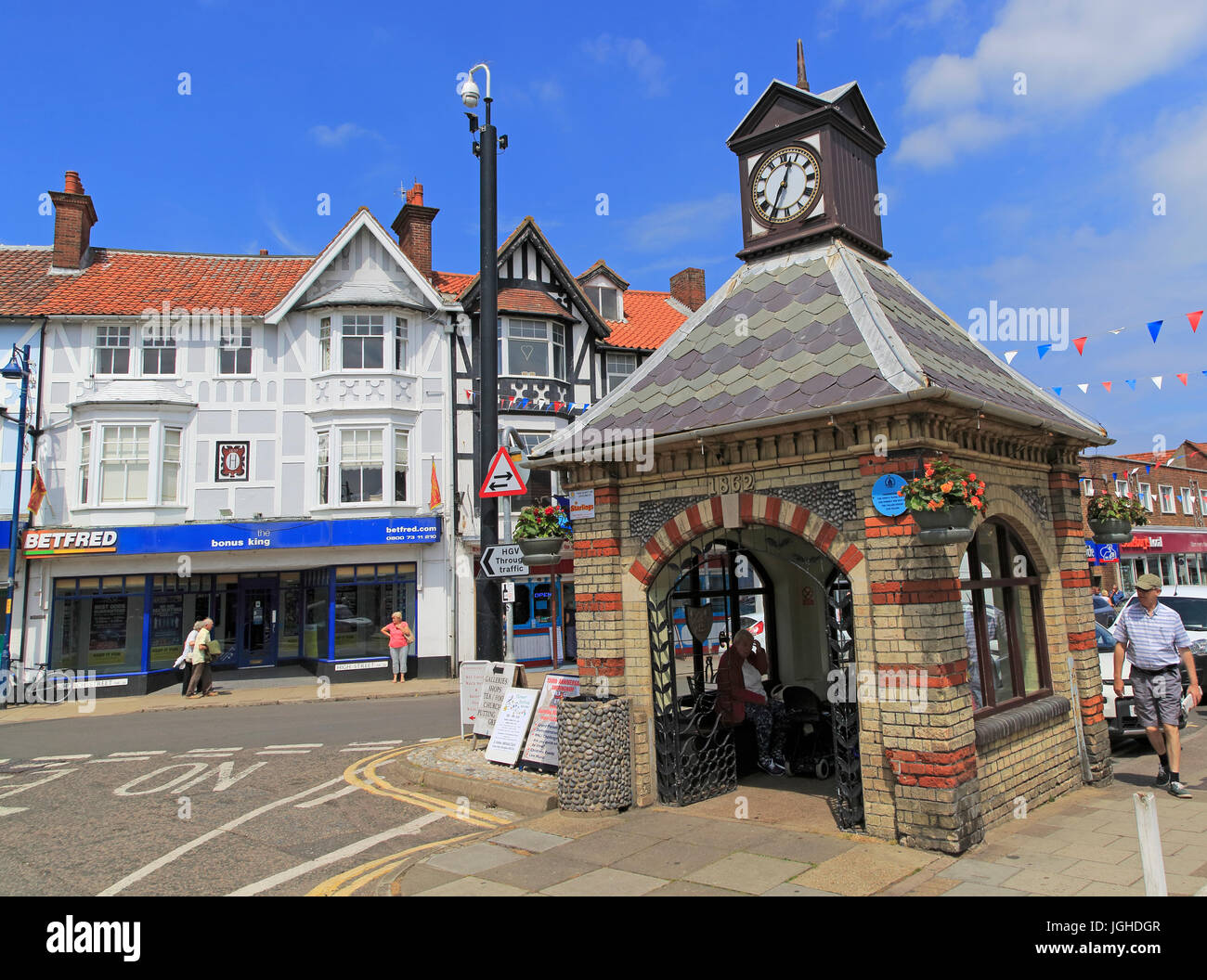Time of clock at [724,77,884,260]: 12:34
